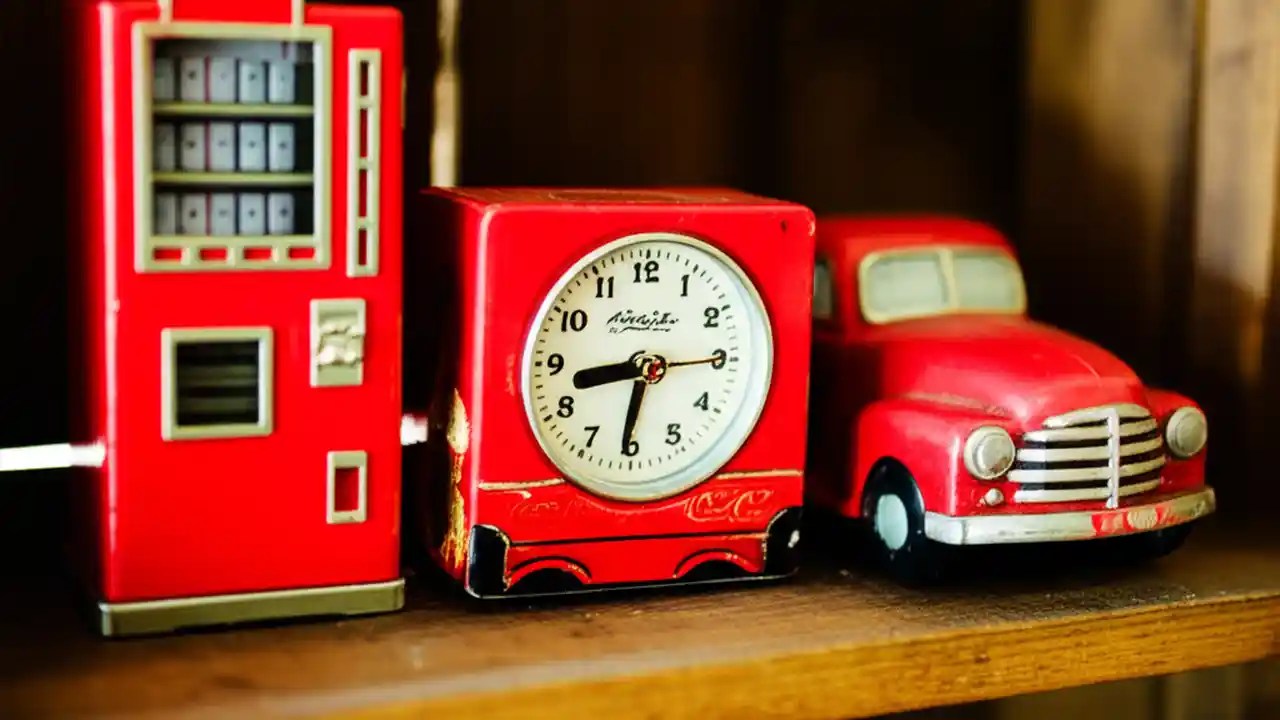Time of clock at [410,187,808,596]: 8:31
